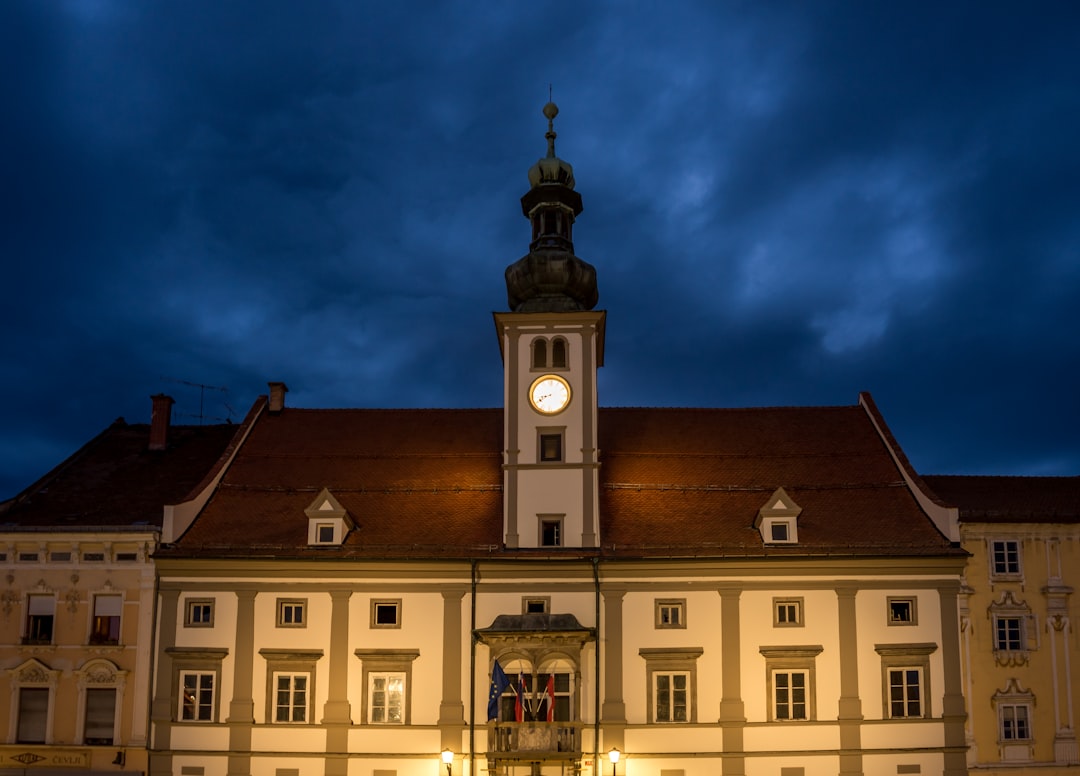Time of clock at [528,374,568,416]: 8:40
